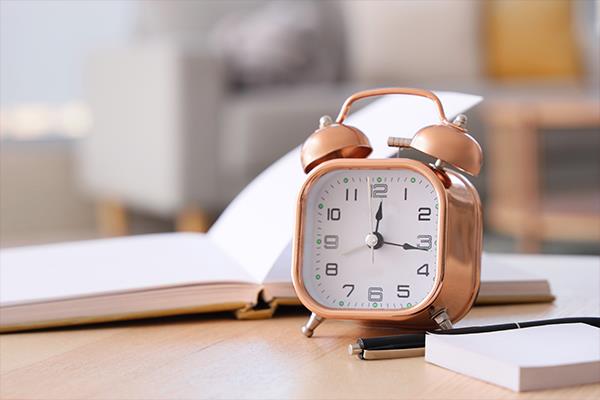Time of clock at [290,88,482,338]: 12:16
